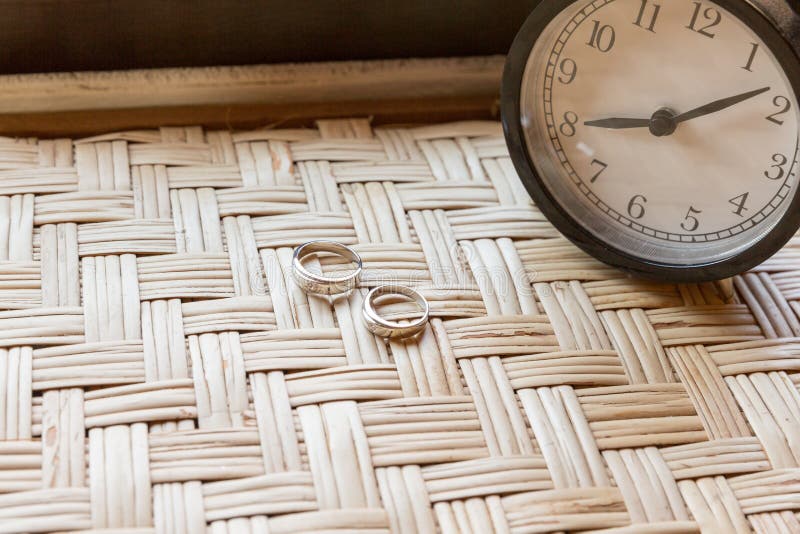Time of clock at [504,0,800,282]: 8:08
